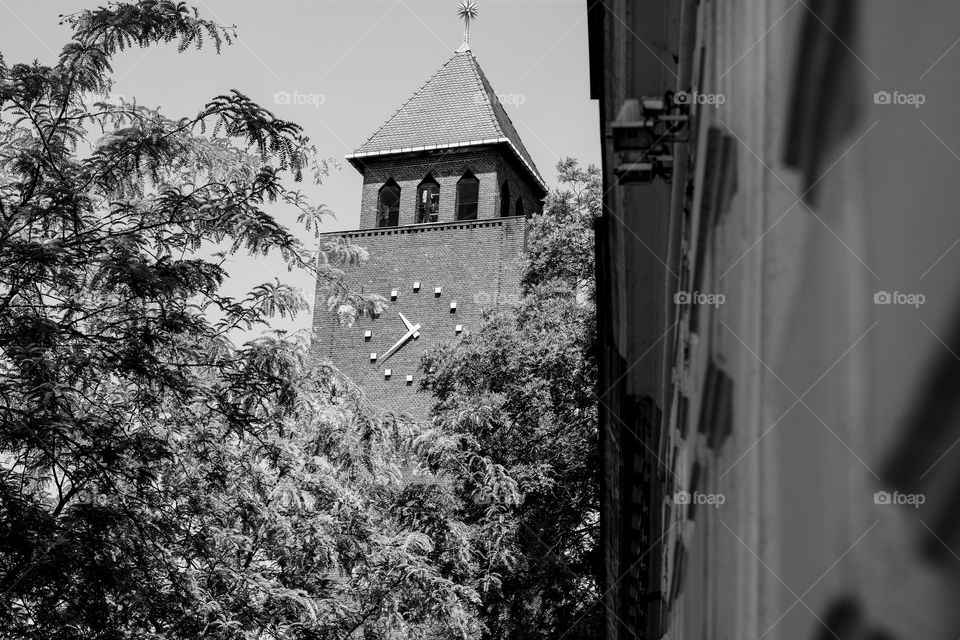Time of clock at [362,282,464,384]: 10:38
